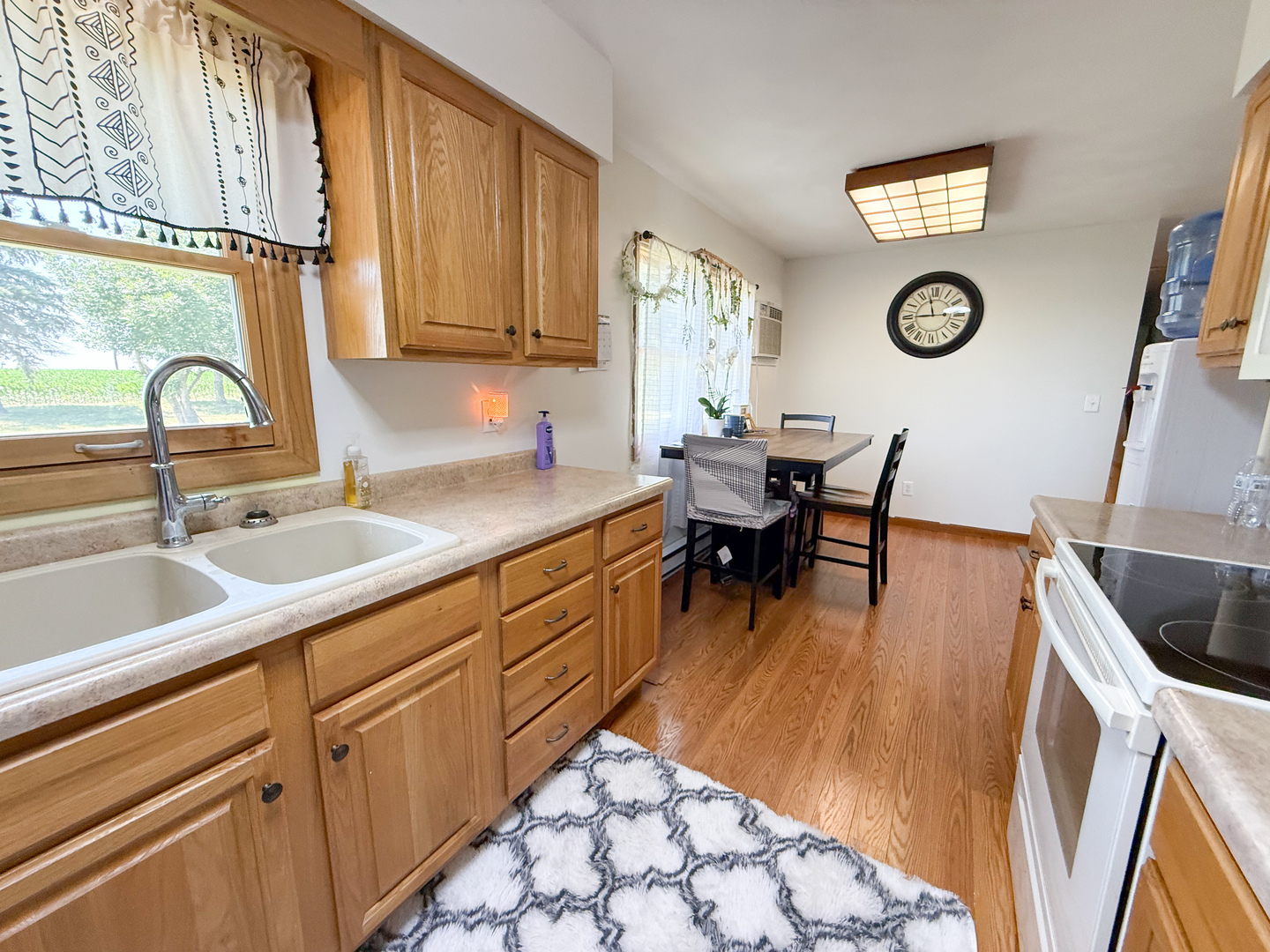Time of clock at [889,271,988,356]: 8:57
